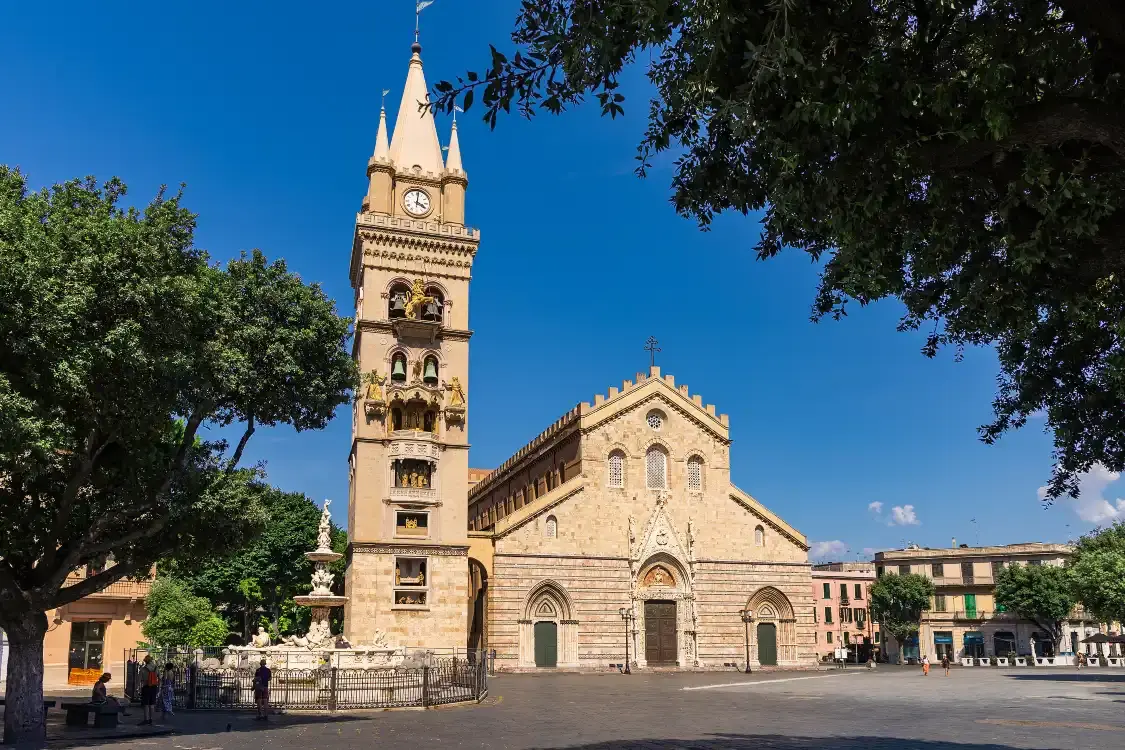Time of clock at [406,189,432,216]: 4:01
